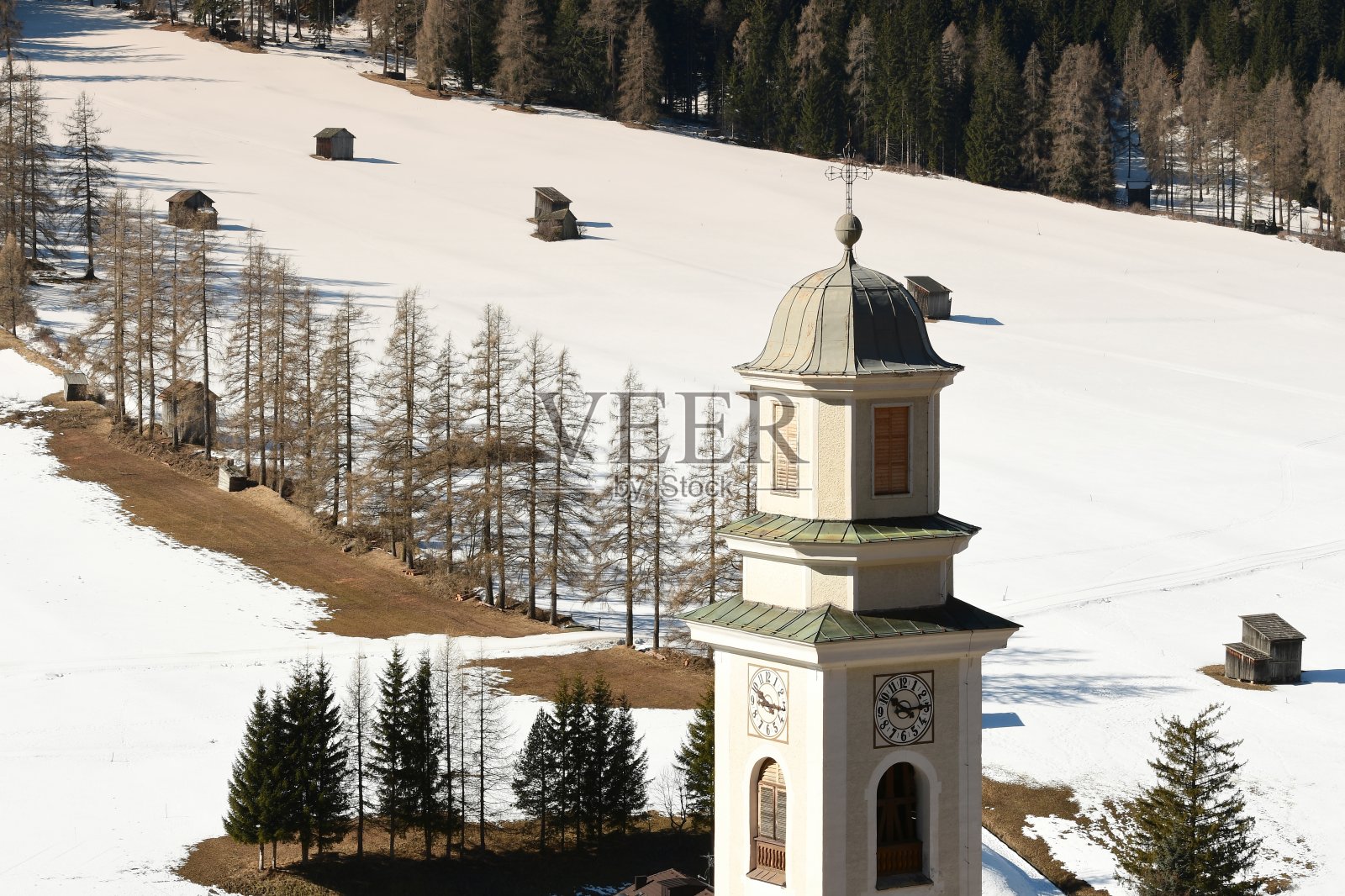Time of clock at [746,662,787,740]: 4:16
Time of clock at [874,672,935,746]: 10:14
